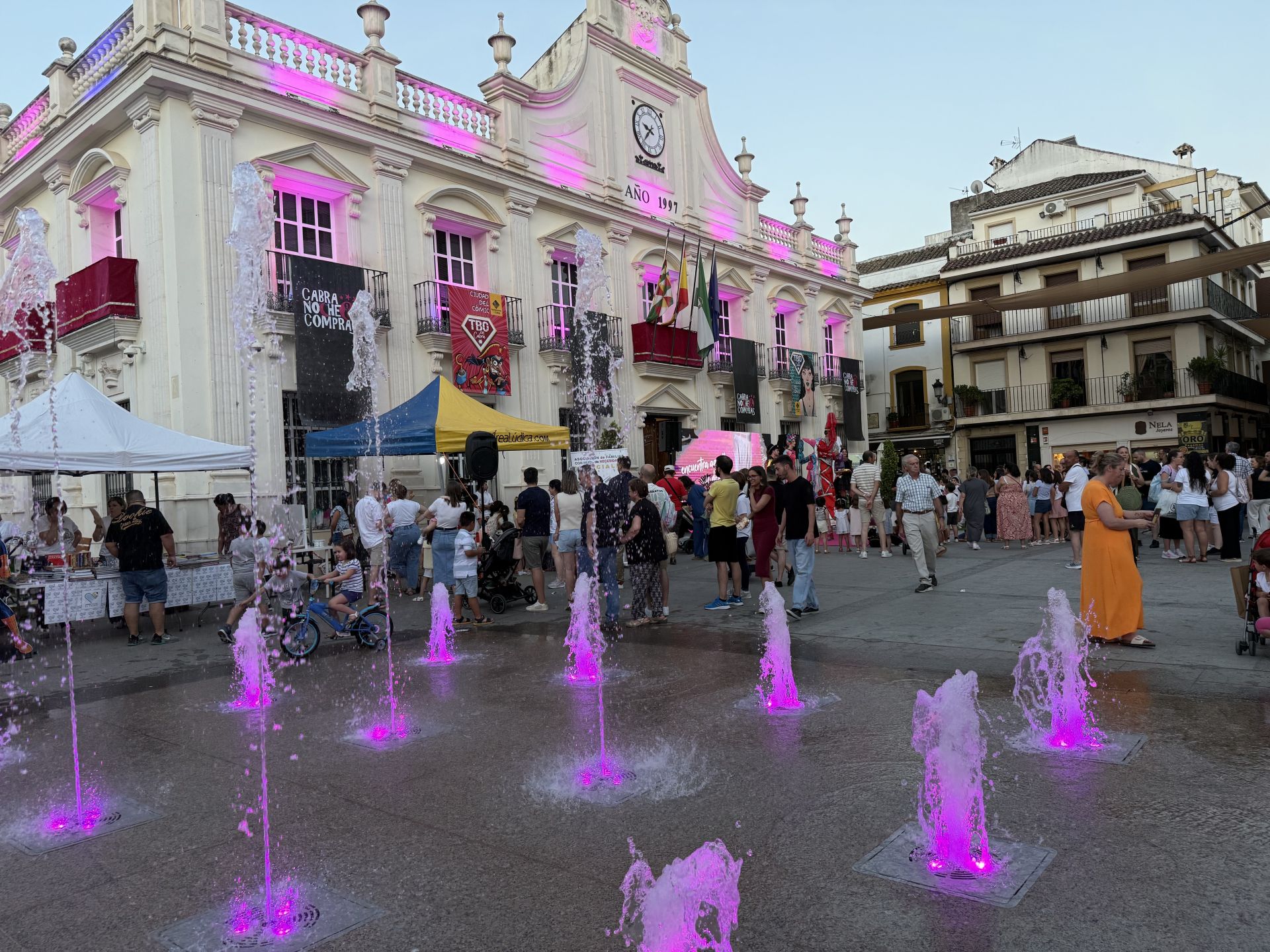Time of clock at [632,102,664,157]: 9:36
